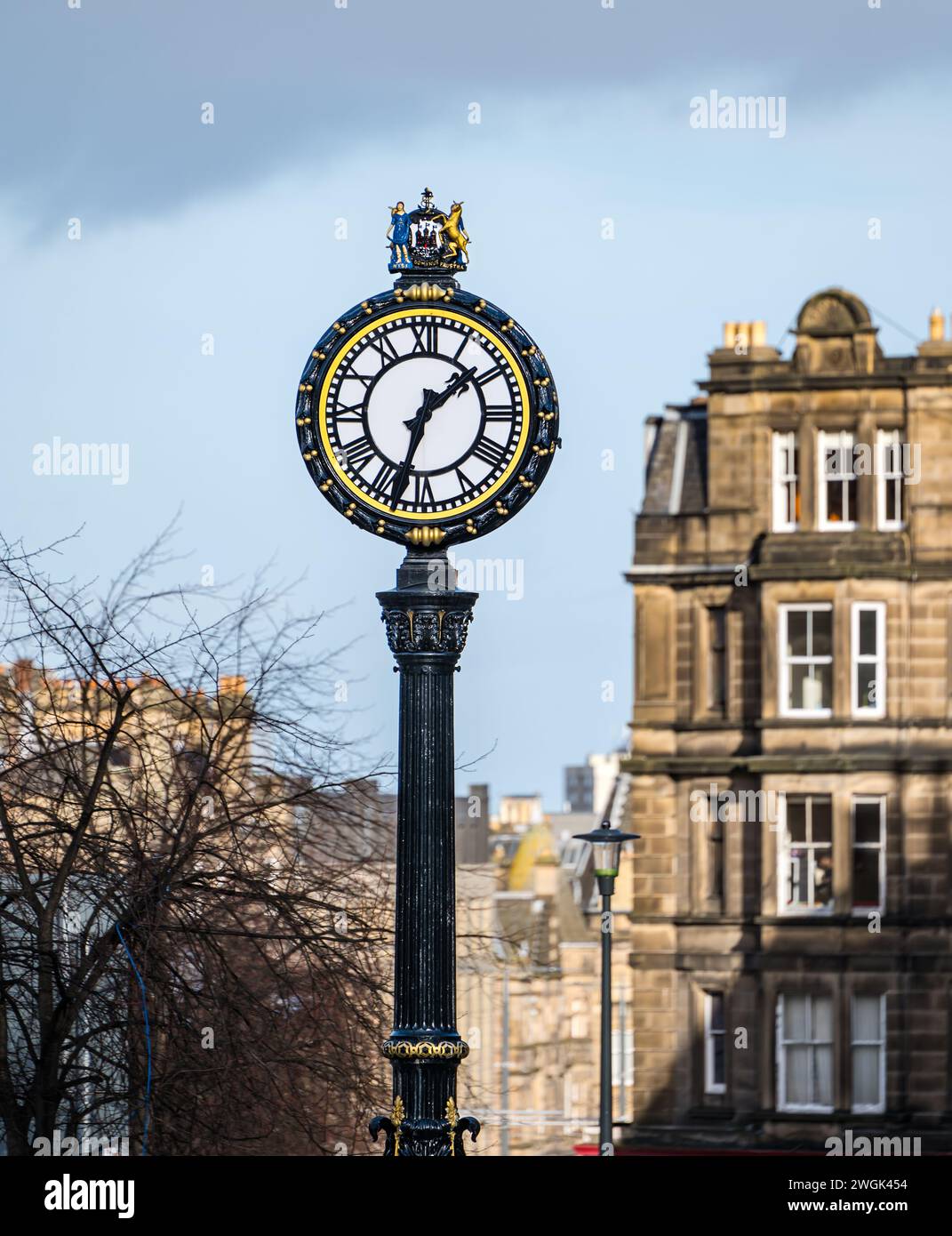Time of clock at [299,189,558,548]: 1:33
